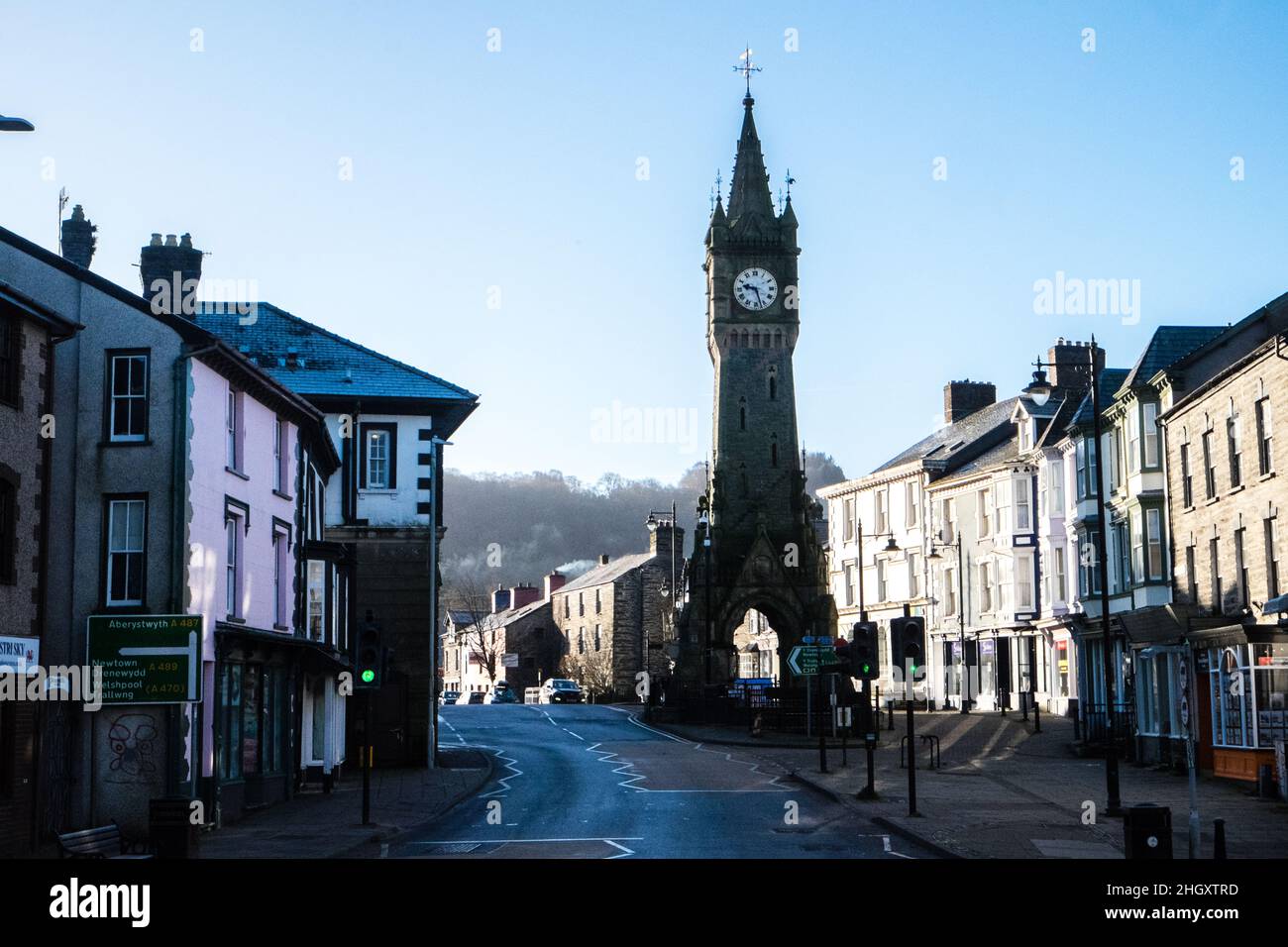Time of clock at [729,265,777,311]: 9:27
